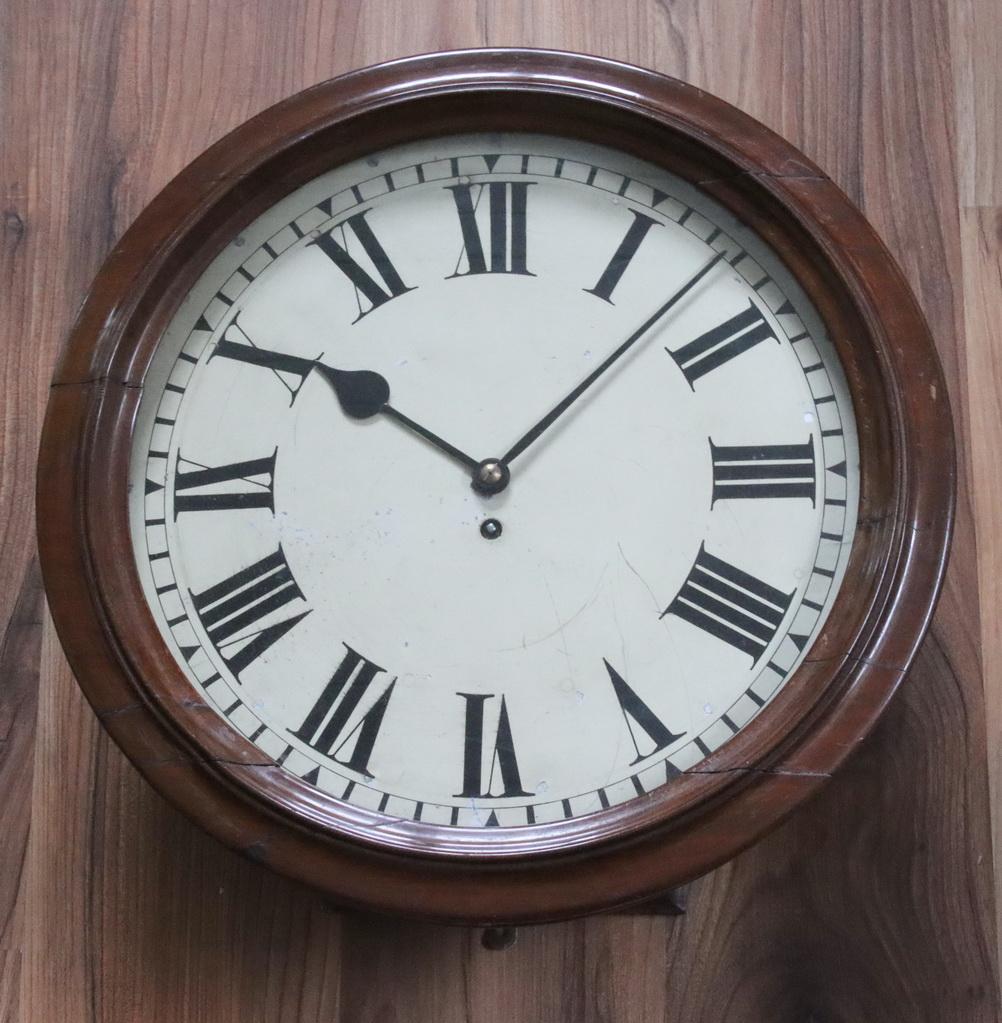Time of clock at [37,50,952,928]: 10:07
